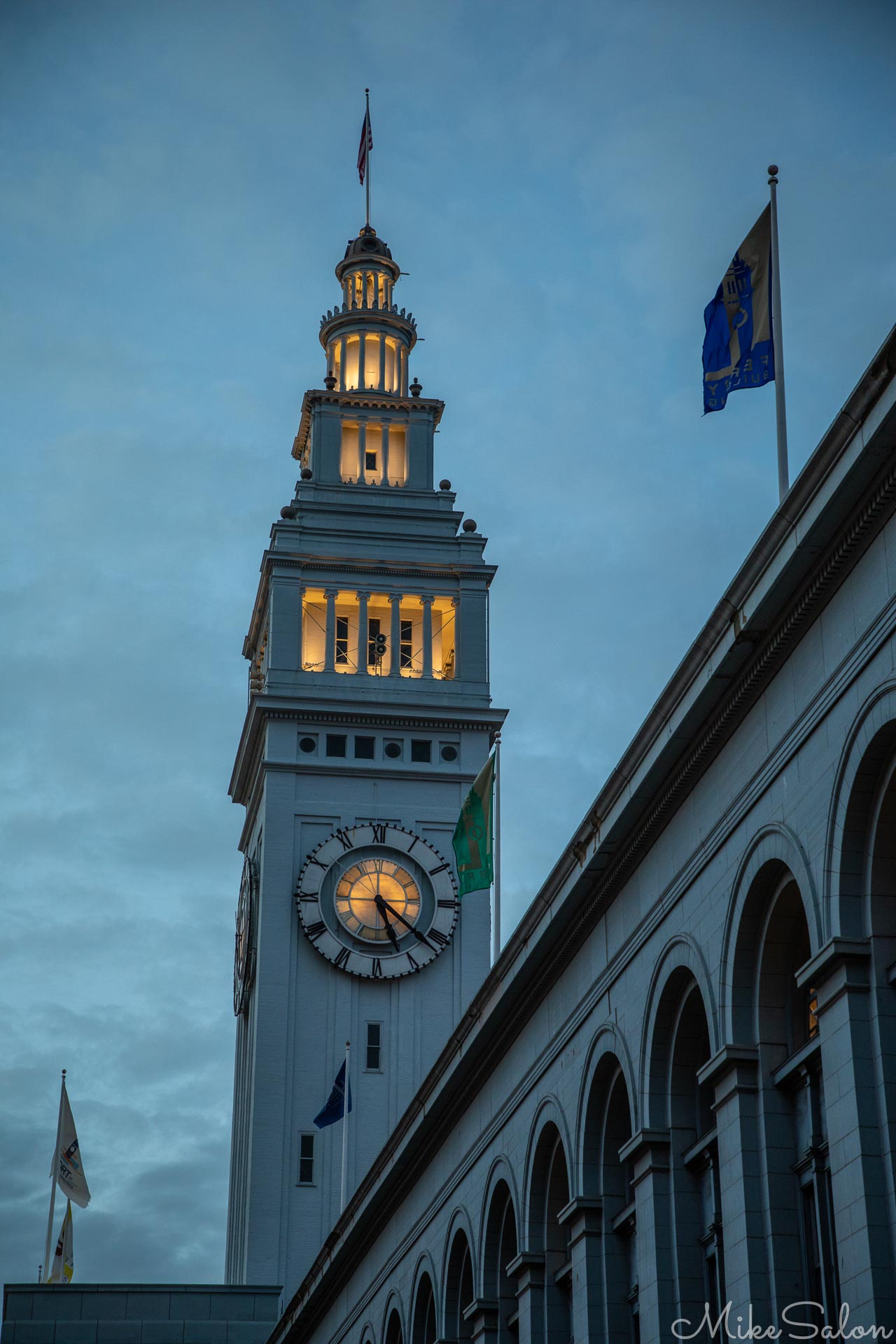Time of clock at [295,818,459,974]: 5:21
